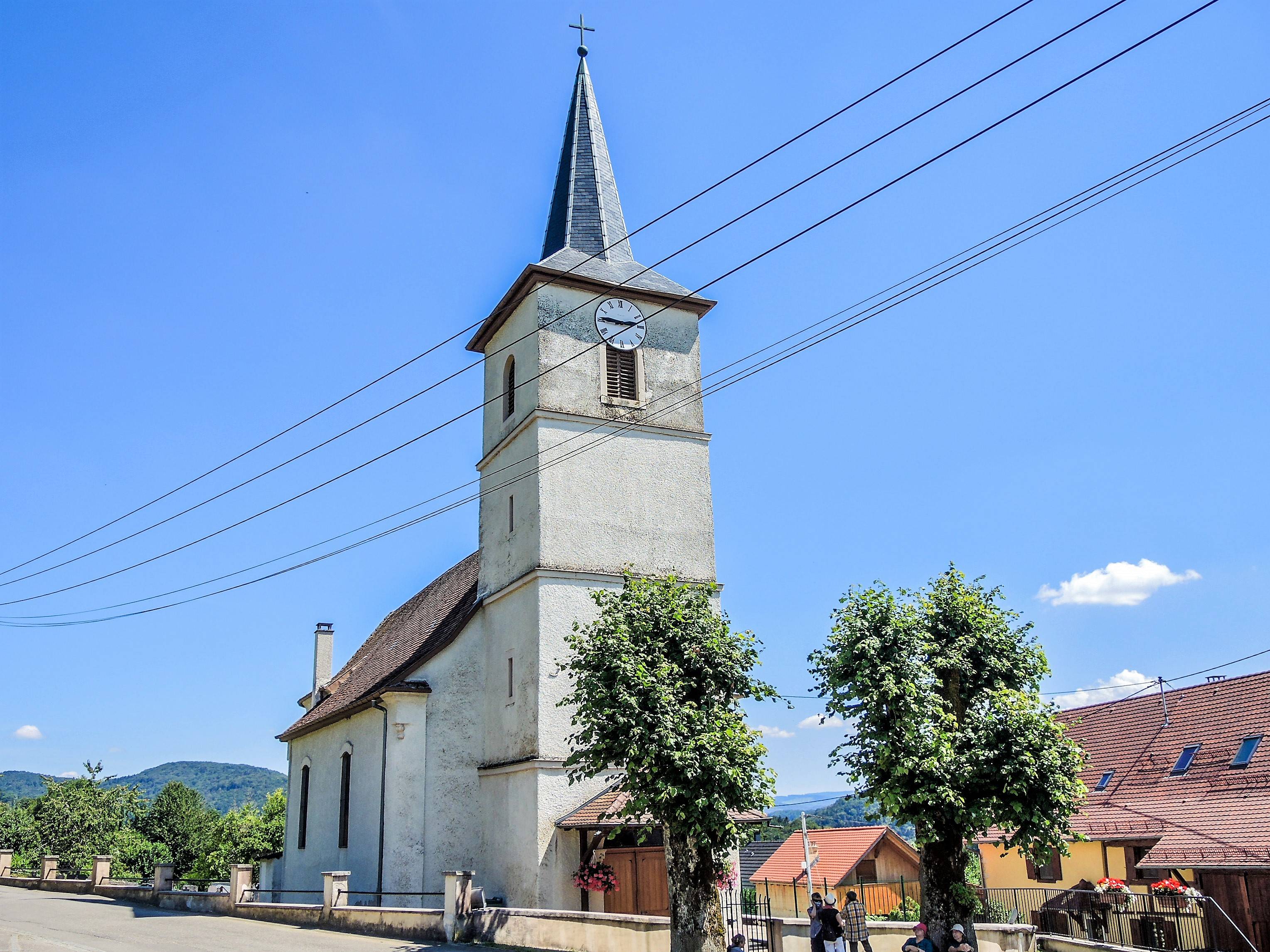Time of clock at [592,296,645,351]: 9:12
